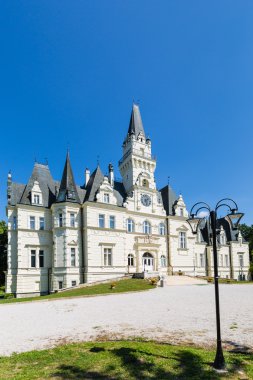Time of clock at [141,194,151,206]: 1:28
